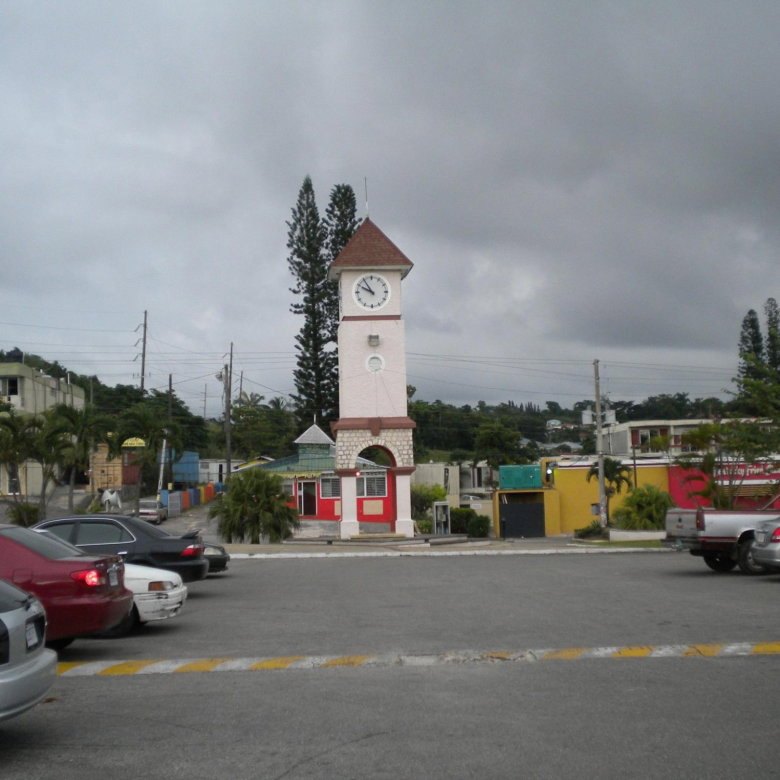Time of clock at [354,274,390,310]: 9:54
